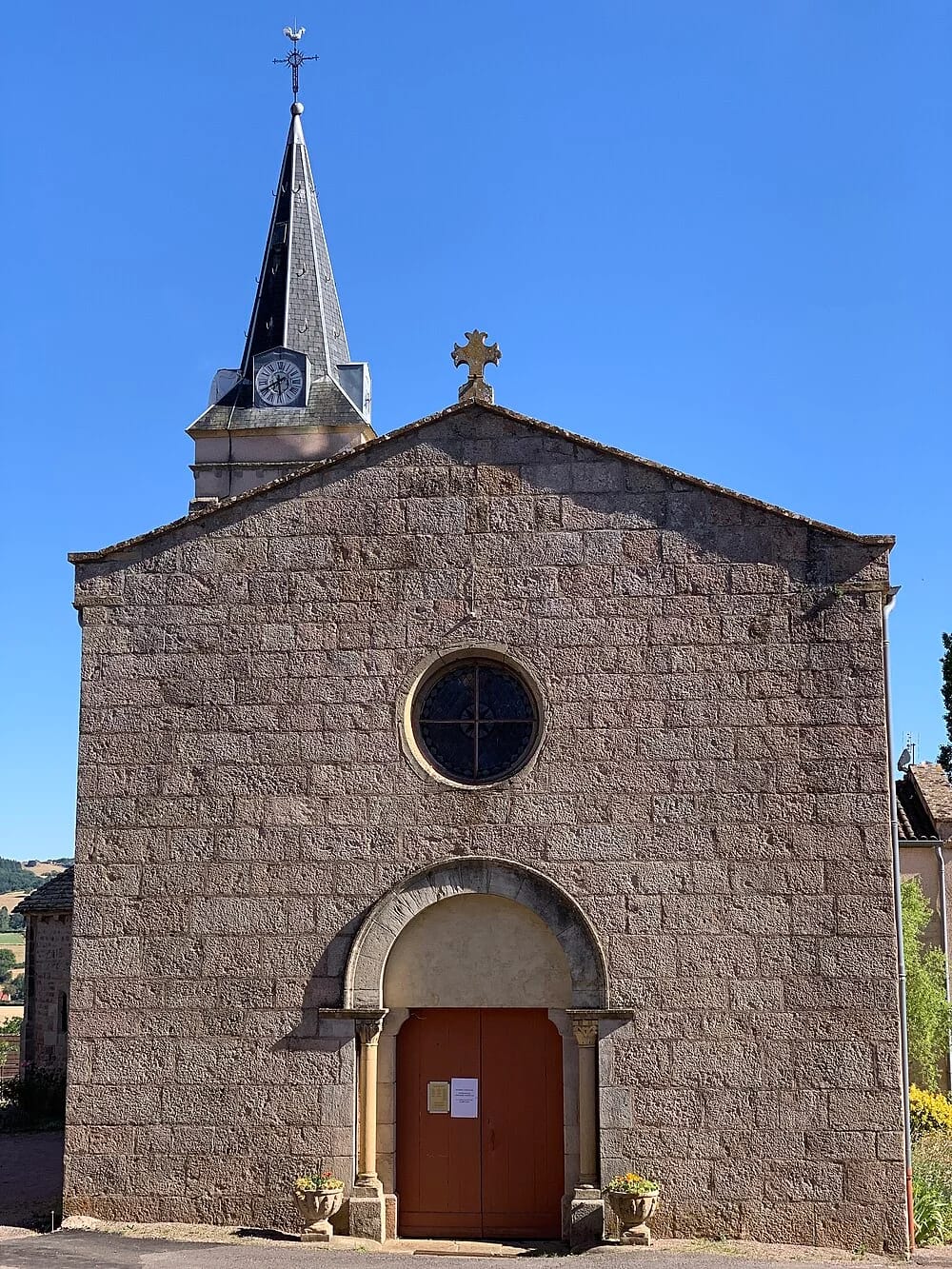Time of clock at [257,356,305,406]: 5:40
